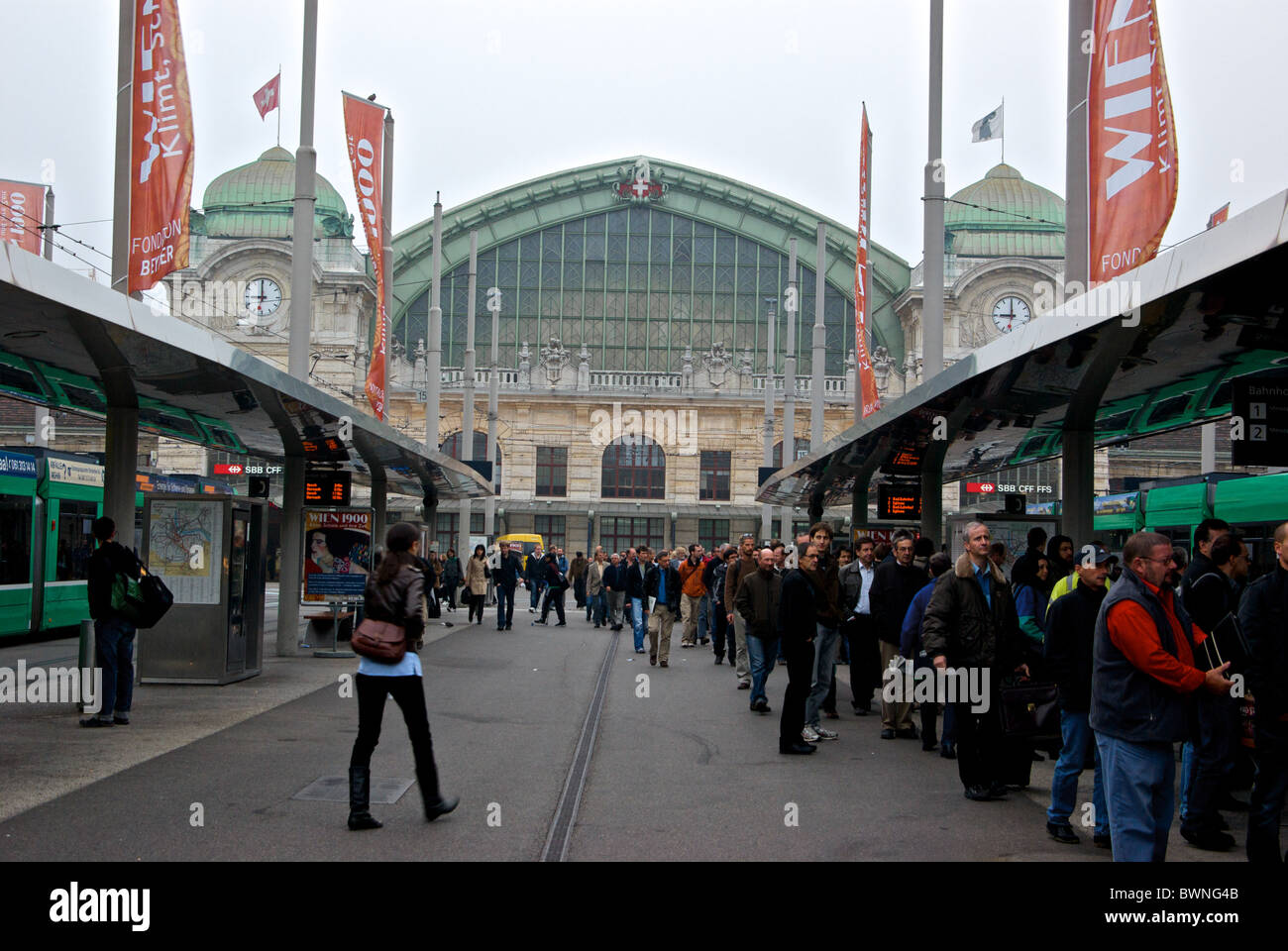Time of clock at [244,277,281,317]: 8:59
